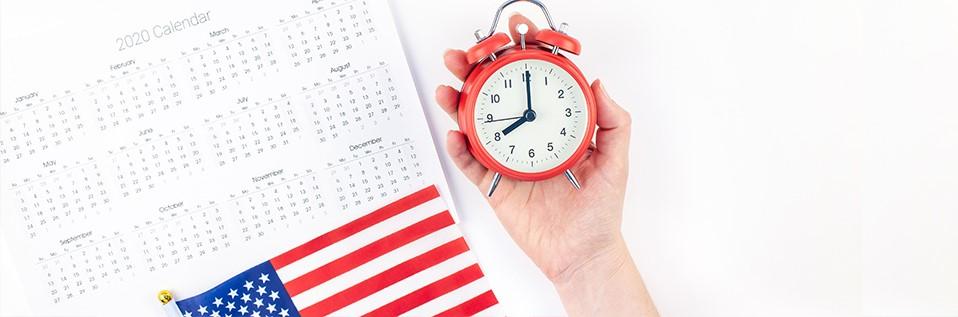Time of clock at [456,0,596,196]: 8:00
